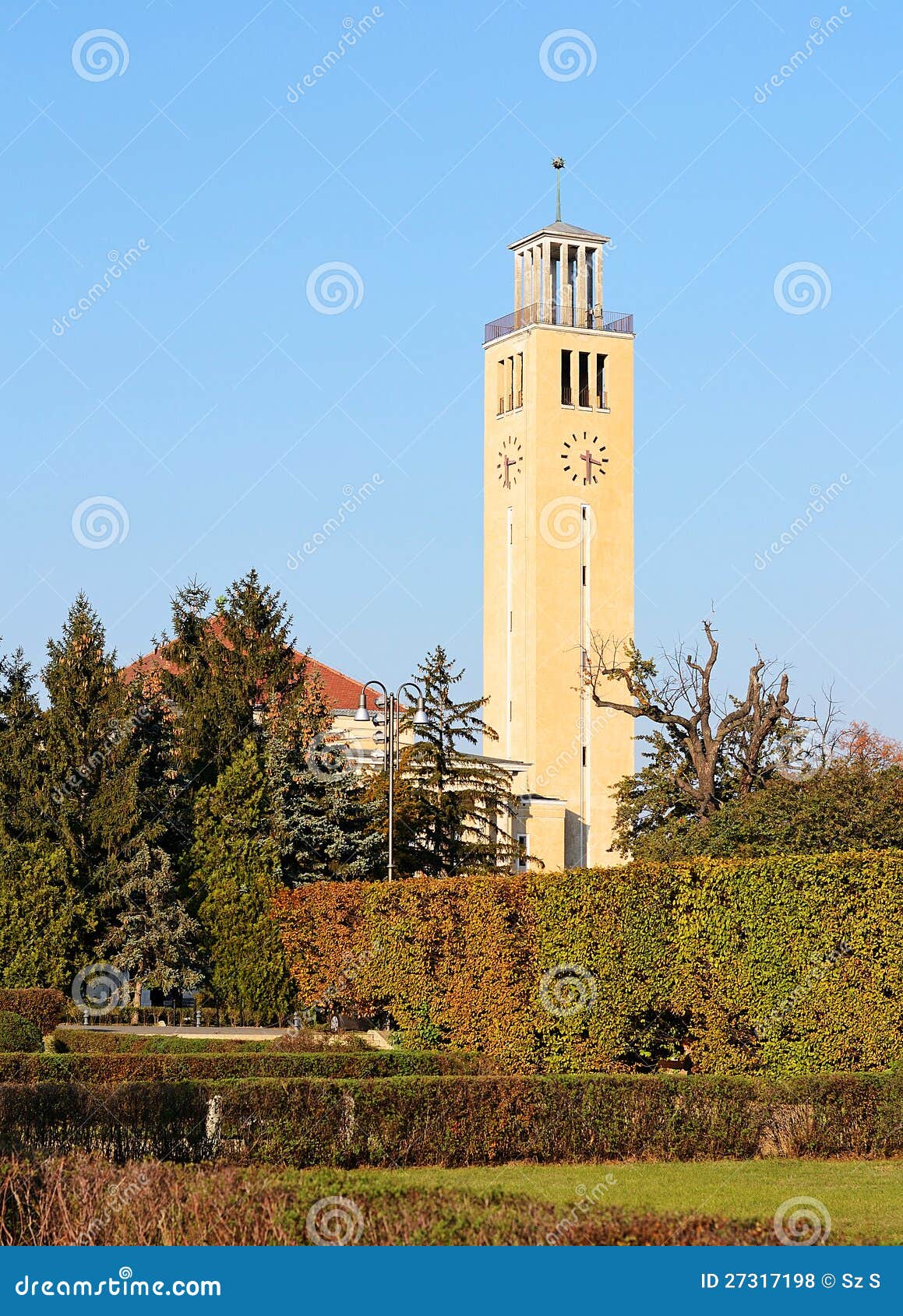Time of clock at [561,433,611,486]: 3:29
